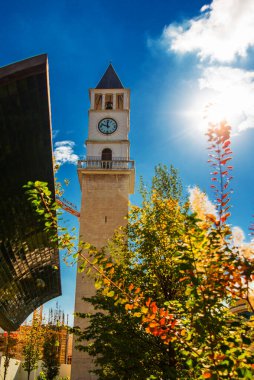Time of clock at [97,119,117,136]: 11:48
